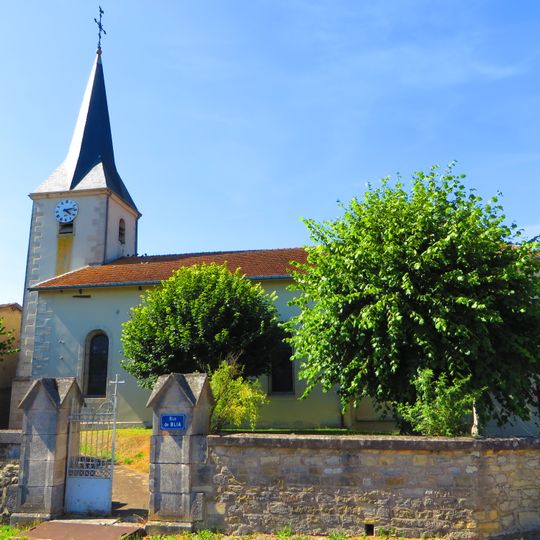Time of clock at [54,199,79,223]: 4:12
